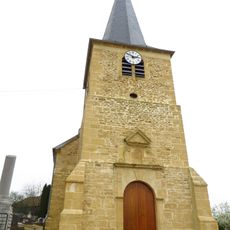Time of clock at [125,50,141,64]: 2:50
